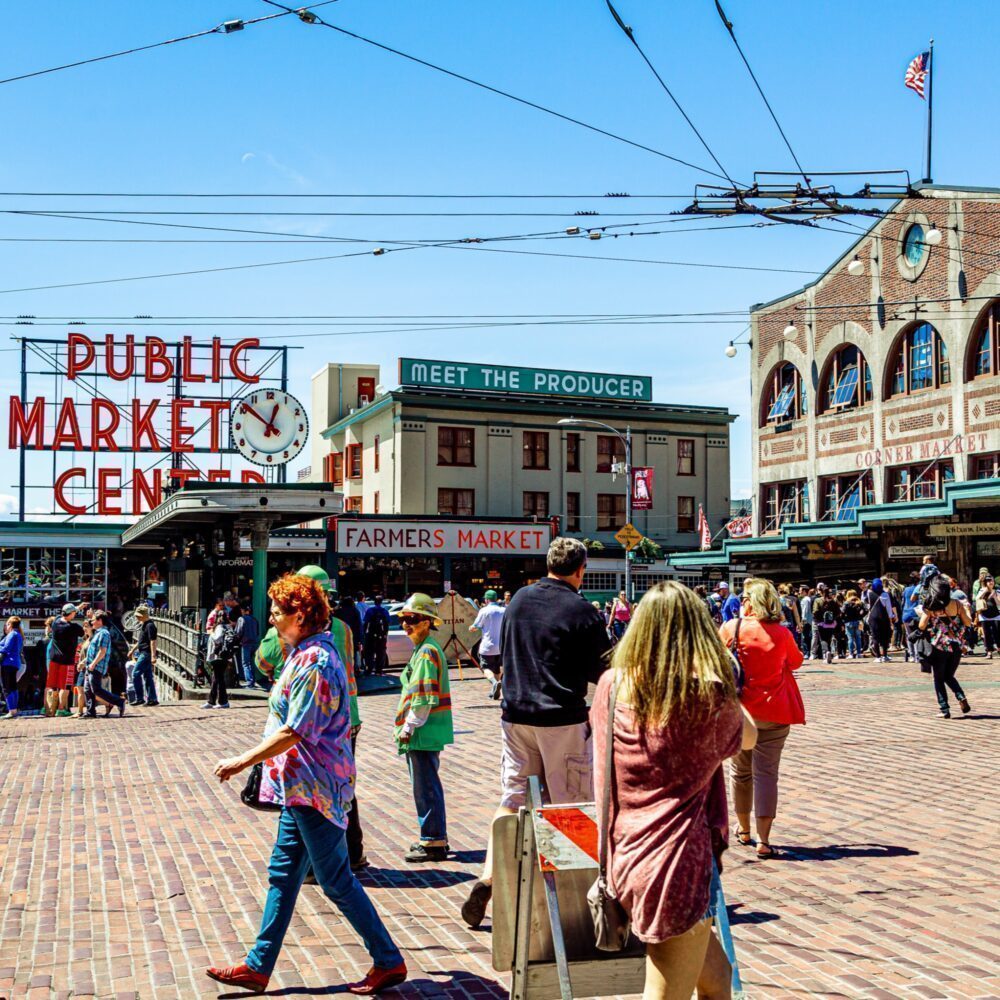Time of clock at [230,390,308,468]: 12:51
